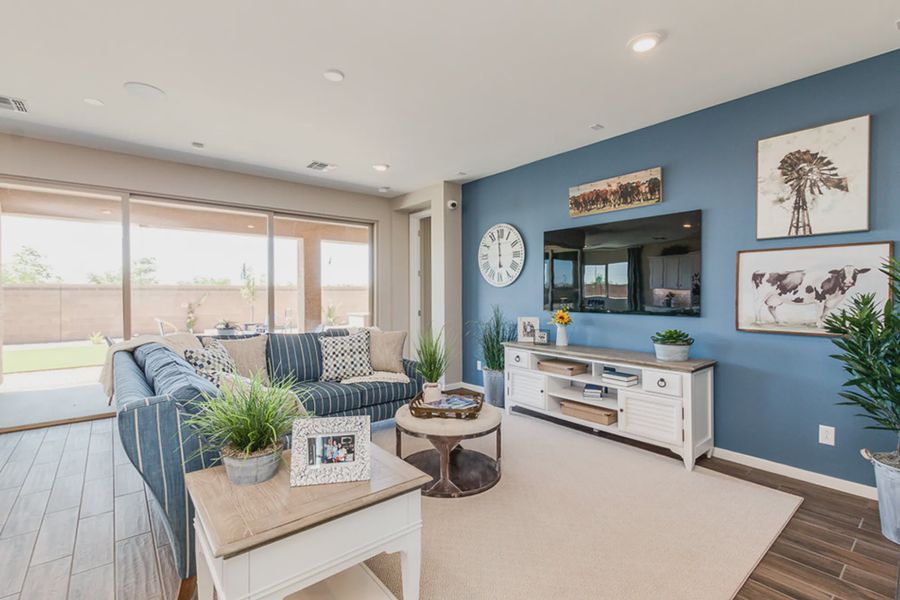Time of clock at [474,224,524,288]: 5:59
